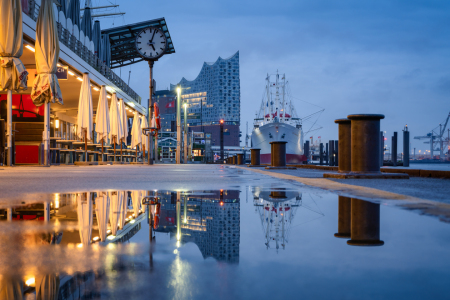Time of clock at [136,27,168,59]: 5:03
